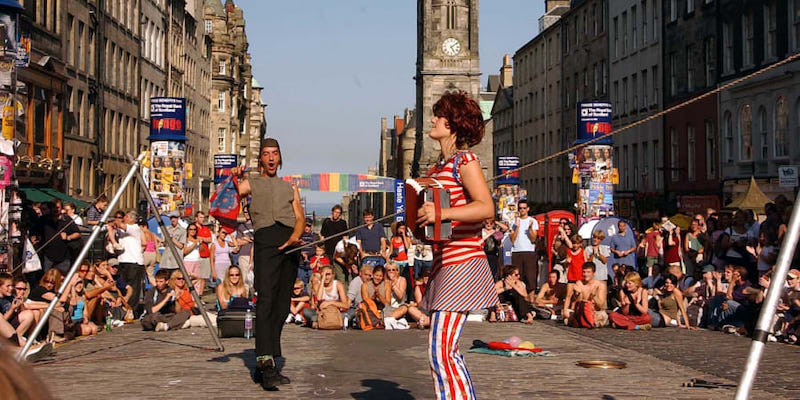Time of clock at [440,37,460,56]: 5:08
